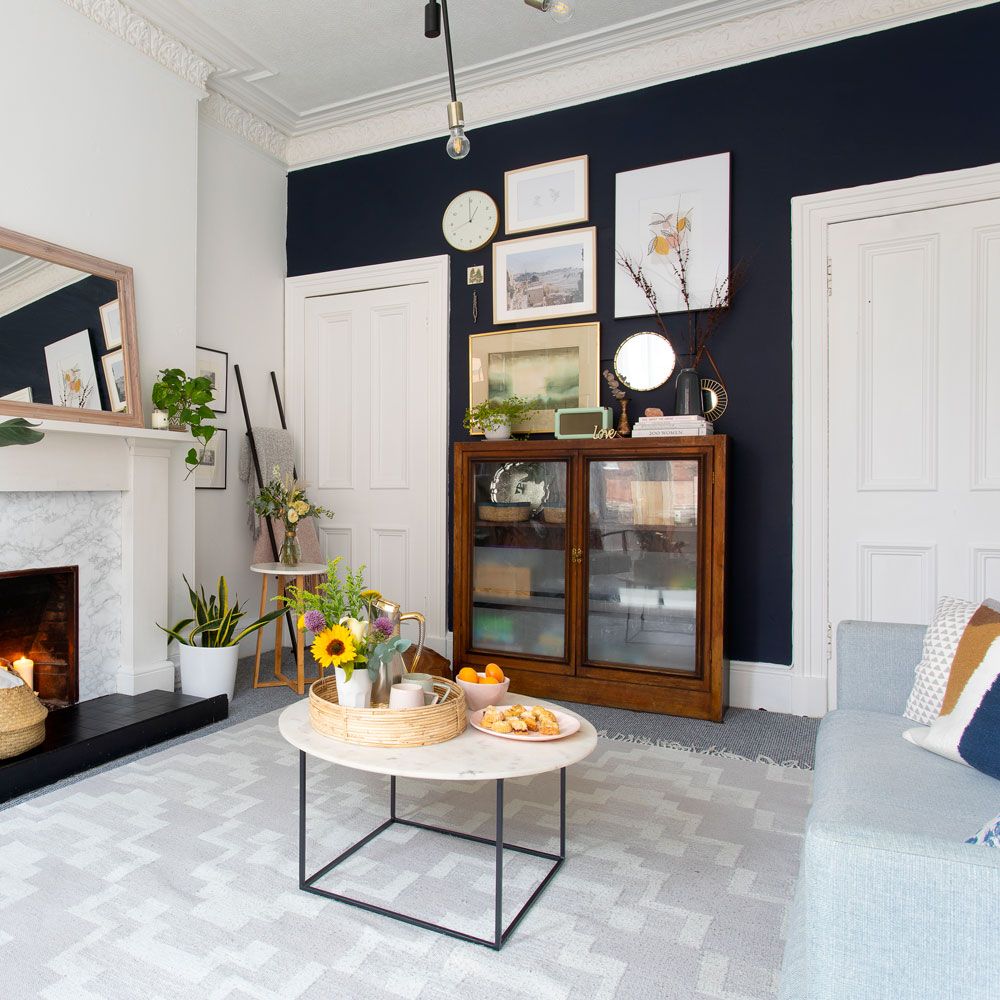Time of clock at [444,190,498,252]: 12:59
